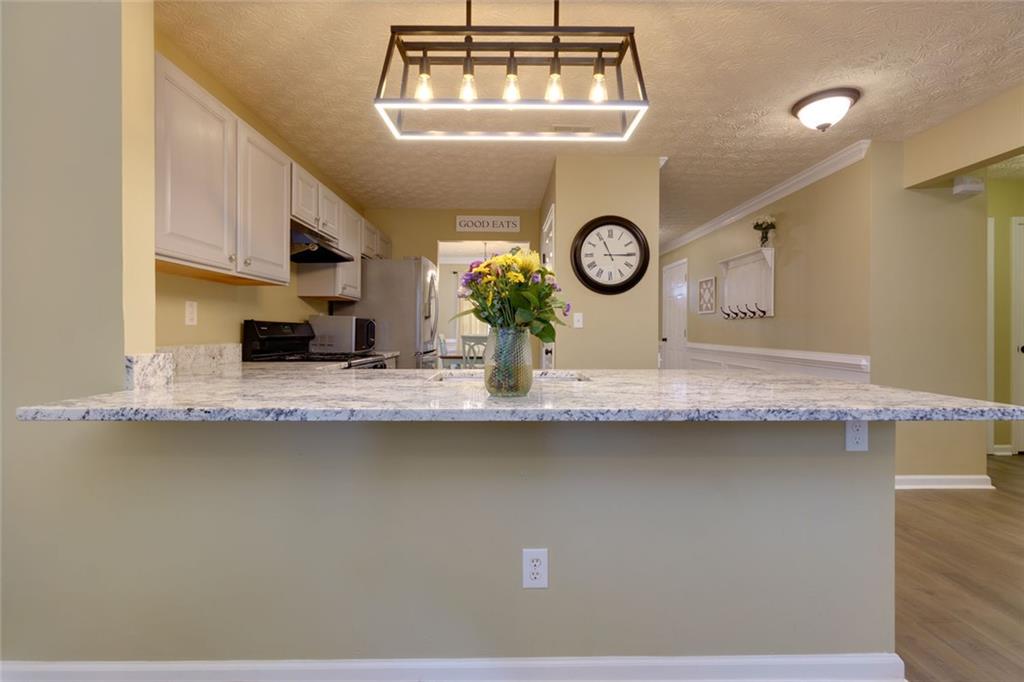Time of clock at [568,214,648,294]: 11:14
